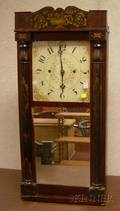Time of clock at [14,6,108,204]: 5:59
